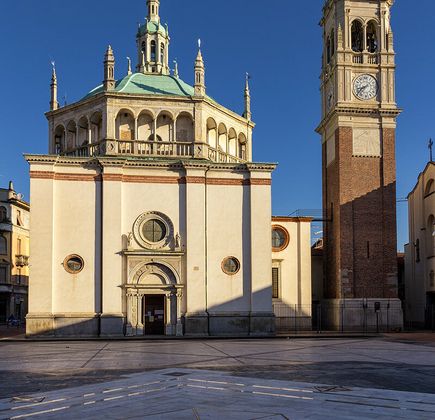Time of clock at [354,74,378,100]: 8:38
